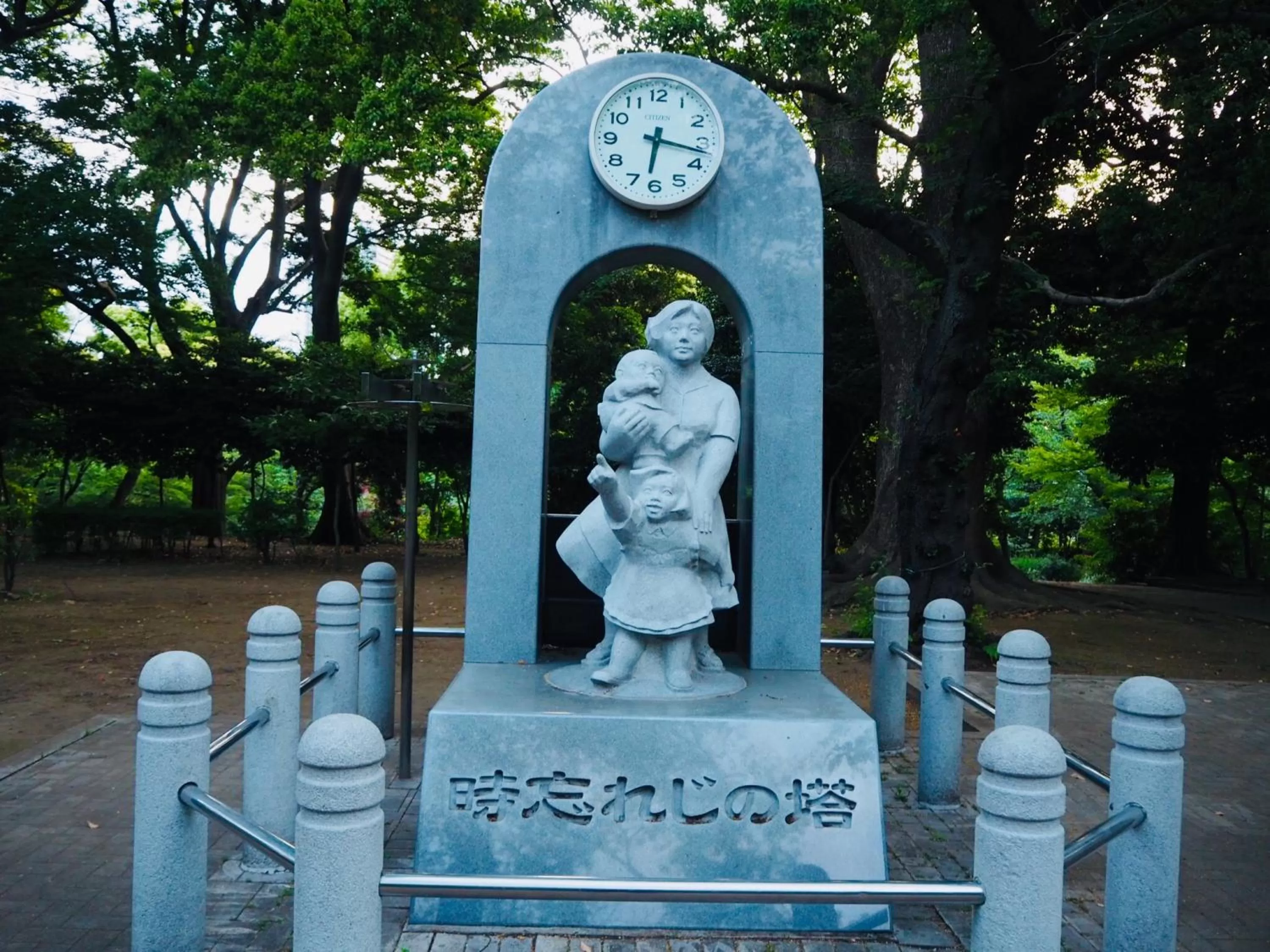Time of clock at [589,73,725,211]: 6:17
